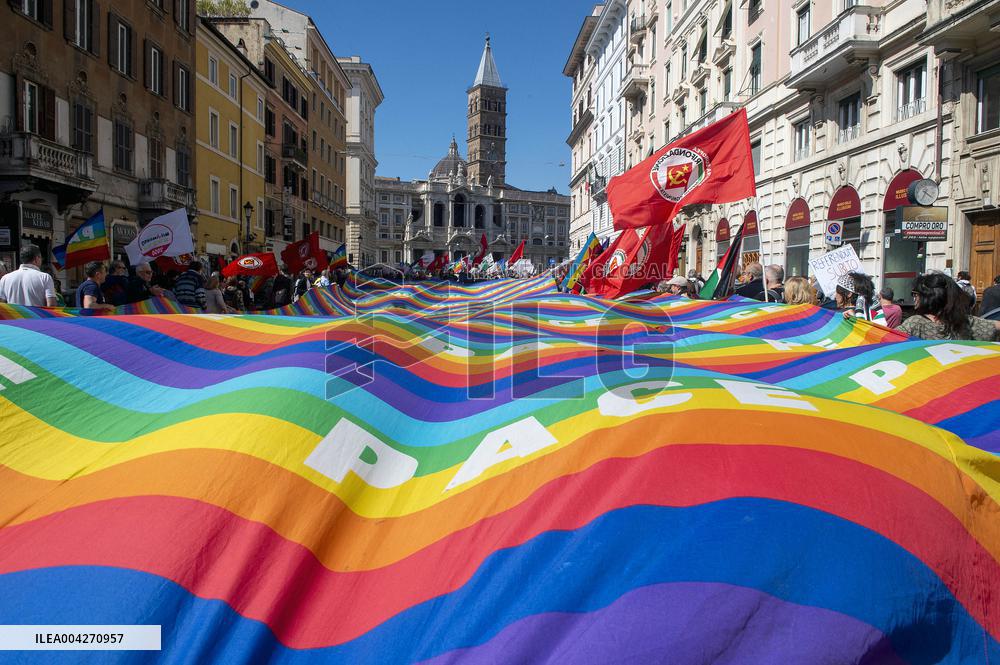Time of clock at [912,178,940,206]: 4:34
